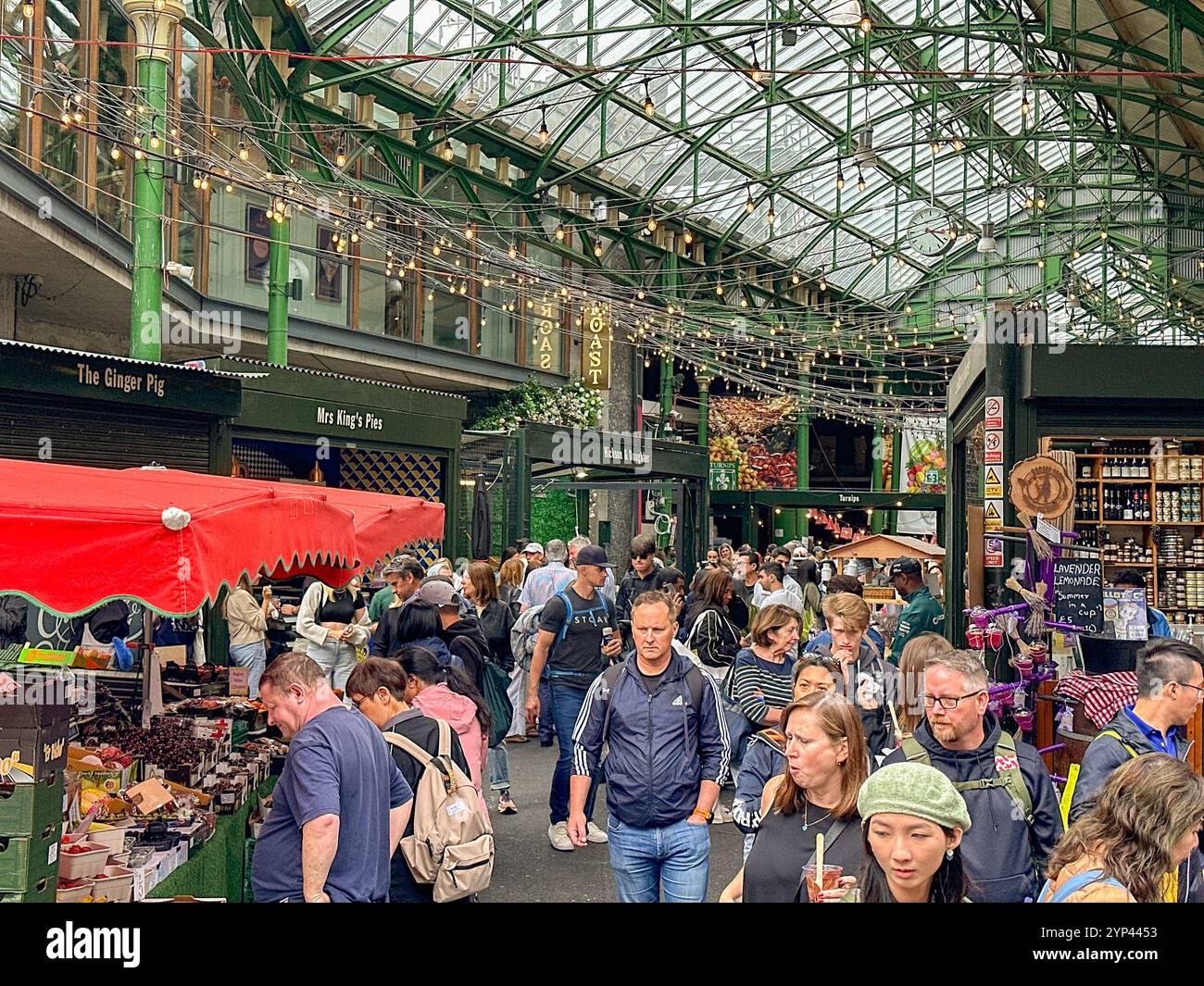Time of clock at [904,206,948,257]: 3:22
